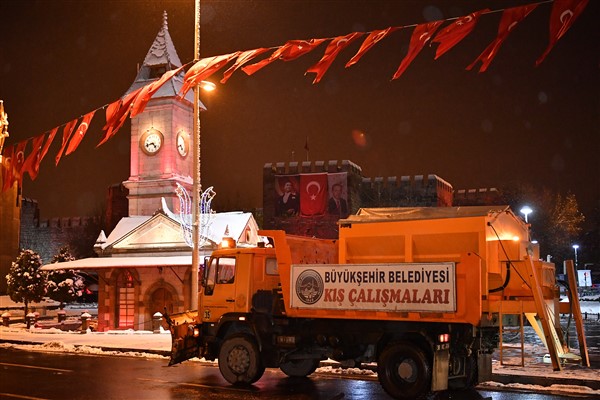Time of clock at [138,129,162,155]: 4:42
